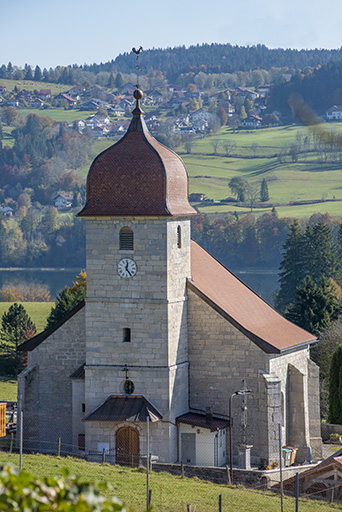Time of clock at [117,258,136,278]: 12:24
